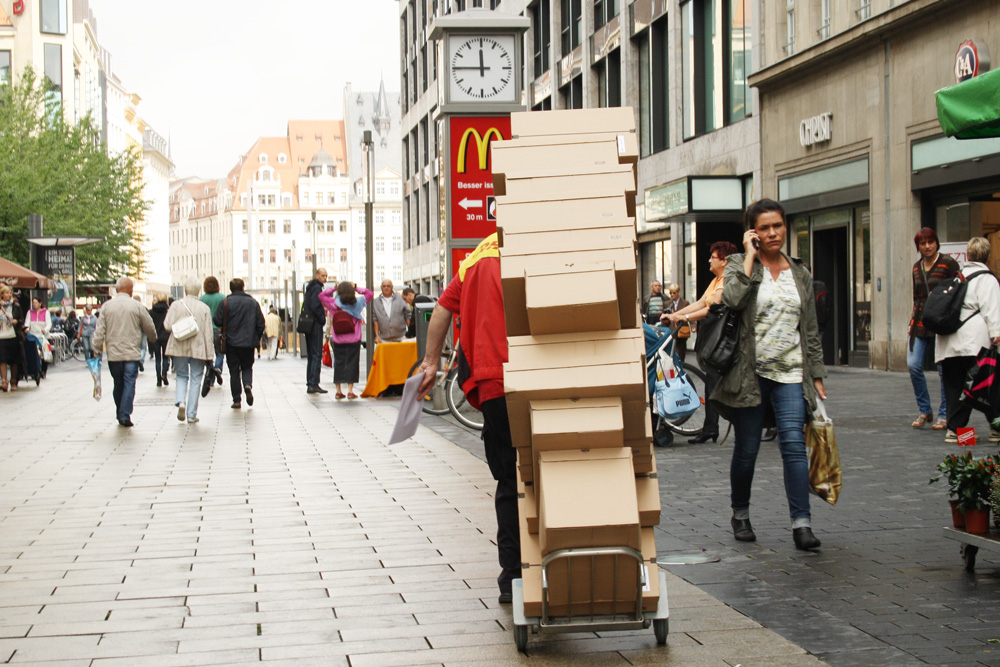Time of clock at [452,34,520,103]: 11:45
